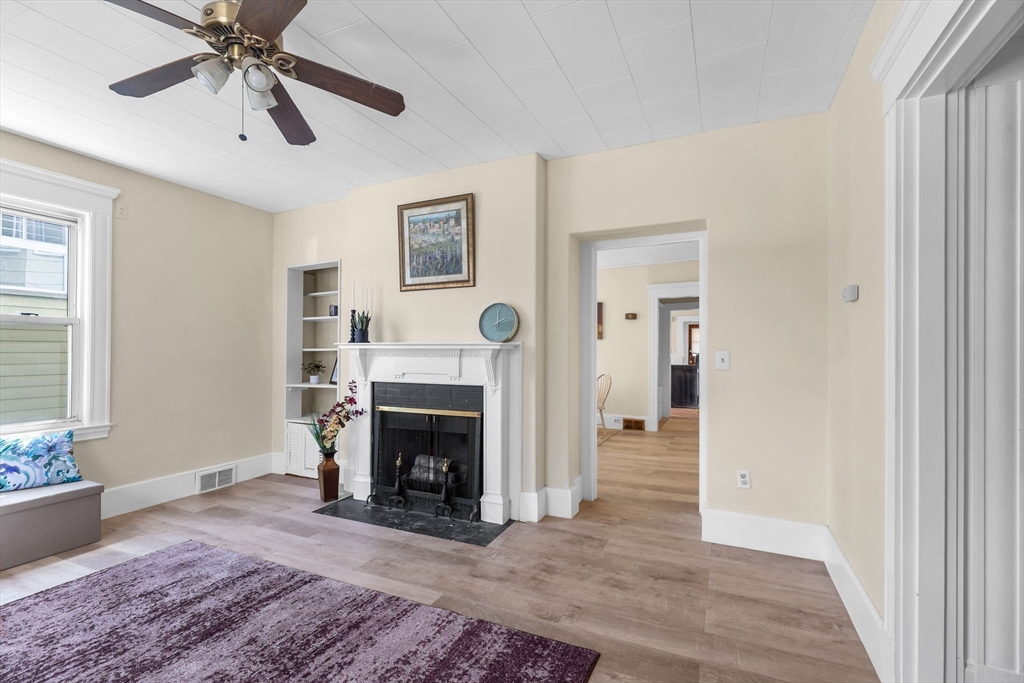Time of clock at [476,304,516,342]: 2:00
